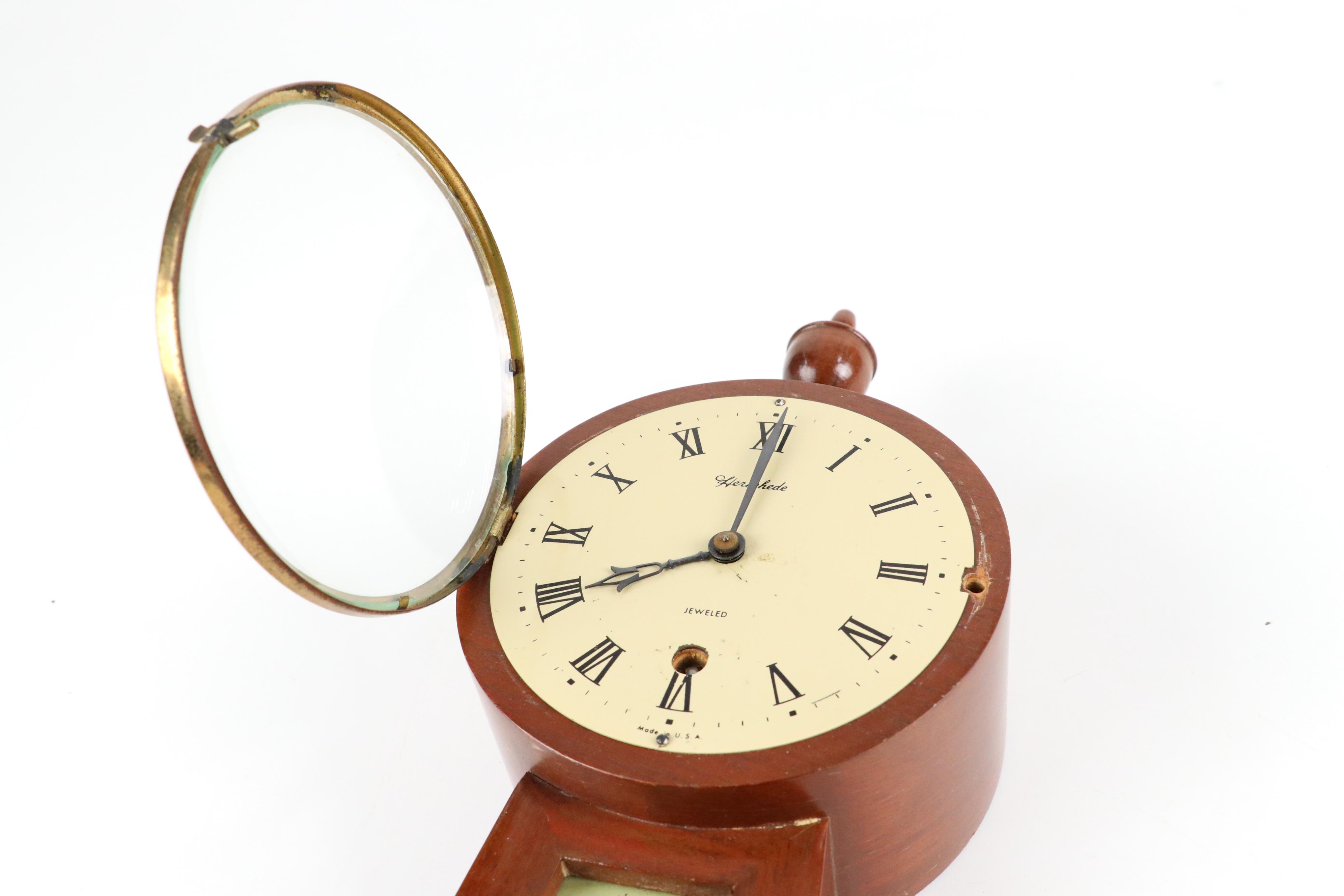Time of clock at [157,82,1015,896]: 8:00
